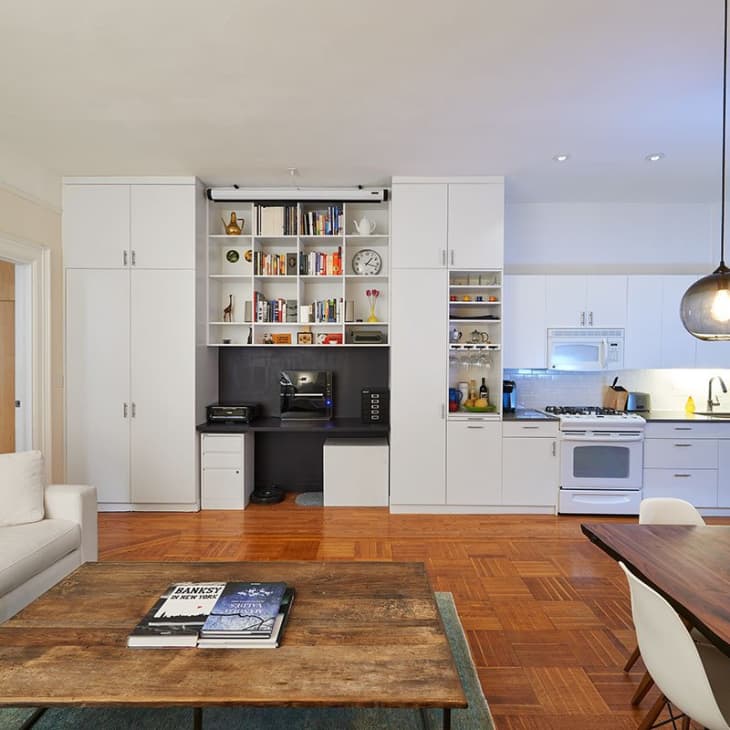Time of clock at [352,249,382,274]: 1:17
